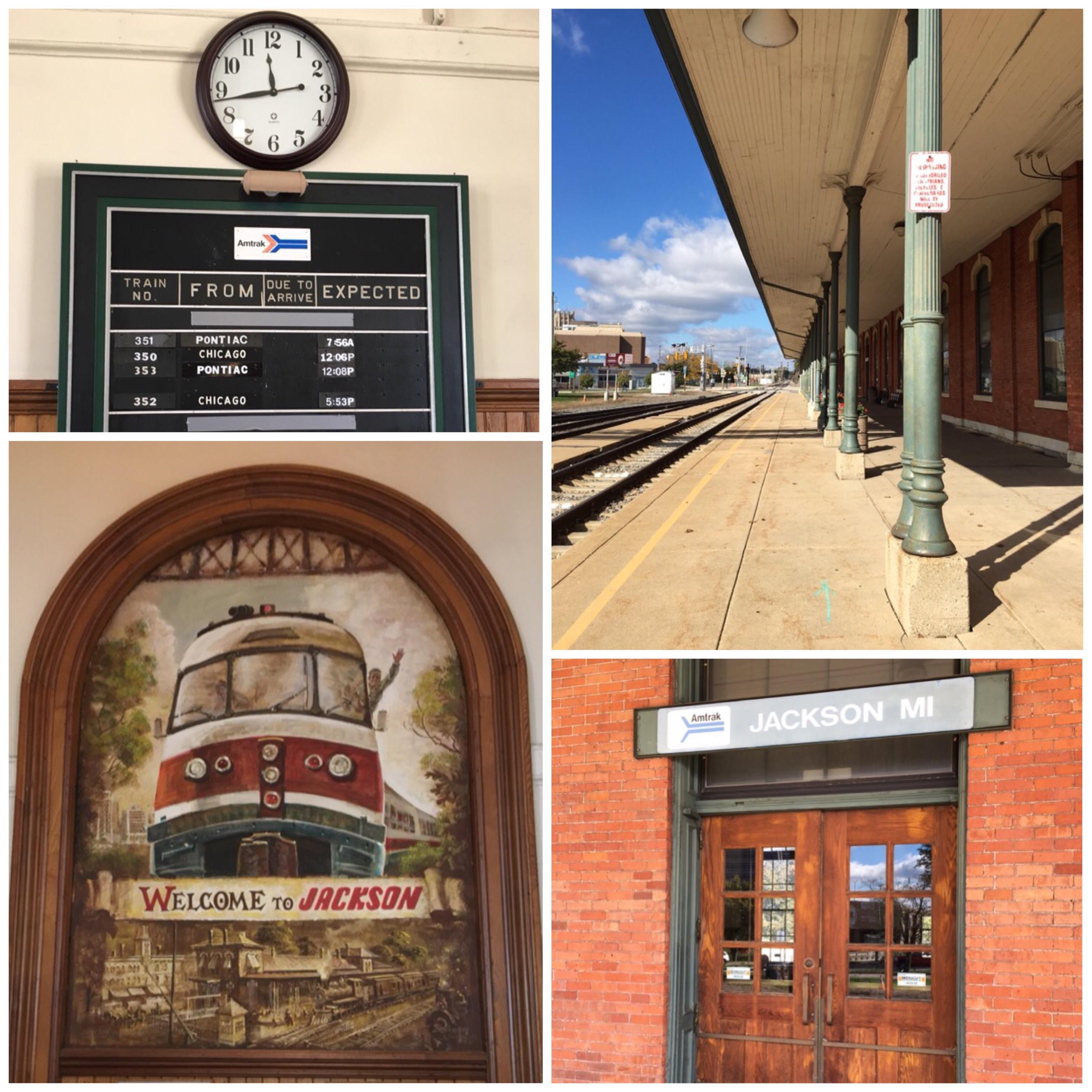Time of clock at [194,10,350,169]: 11:43
